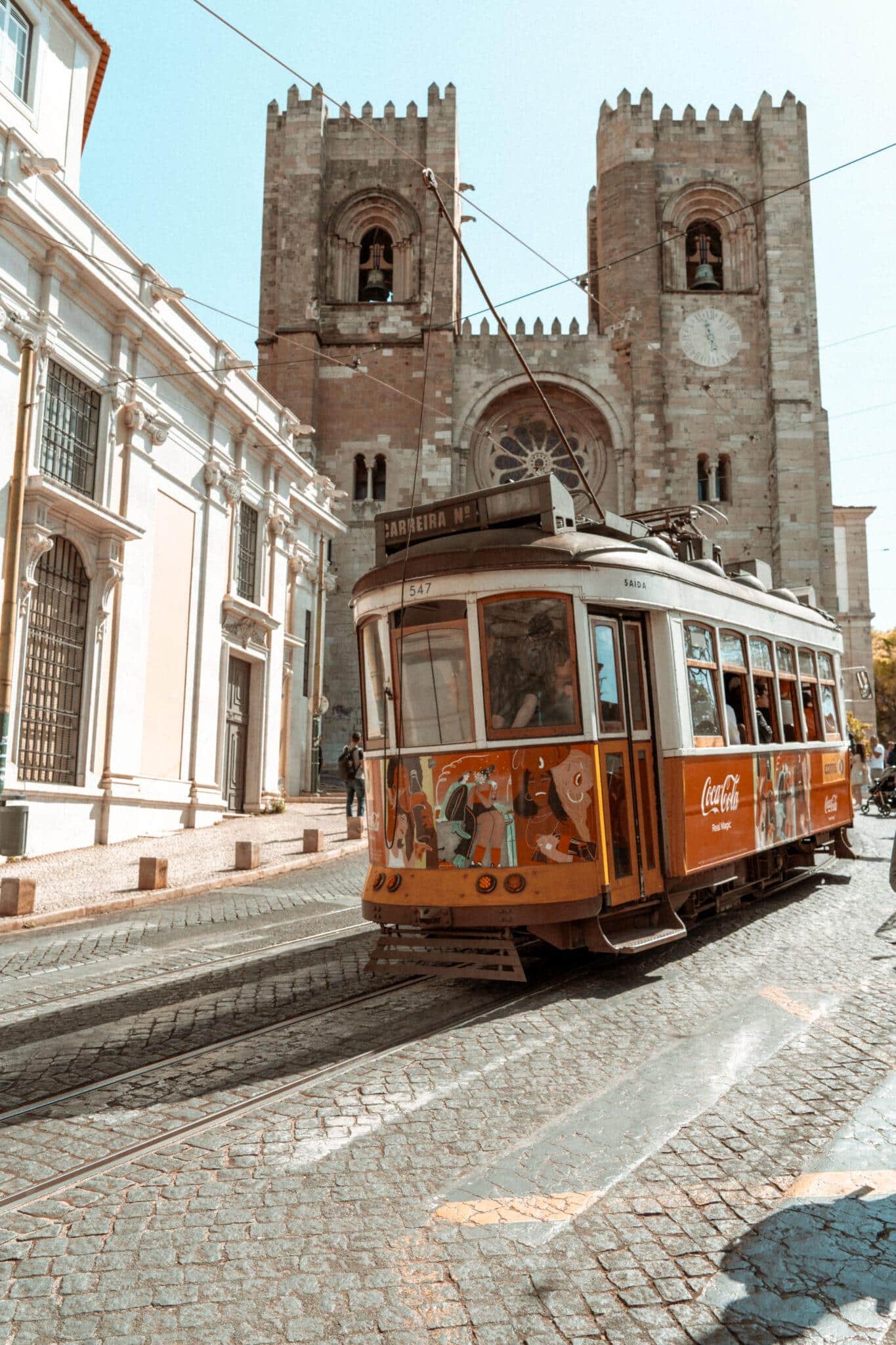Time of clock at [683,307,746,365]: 4:57
